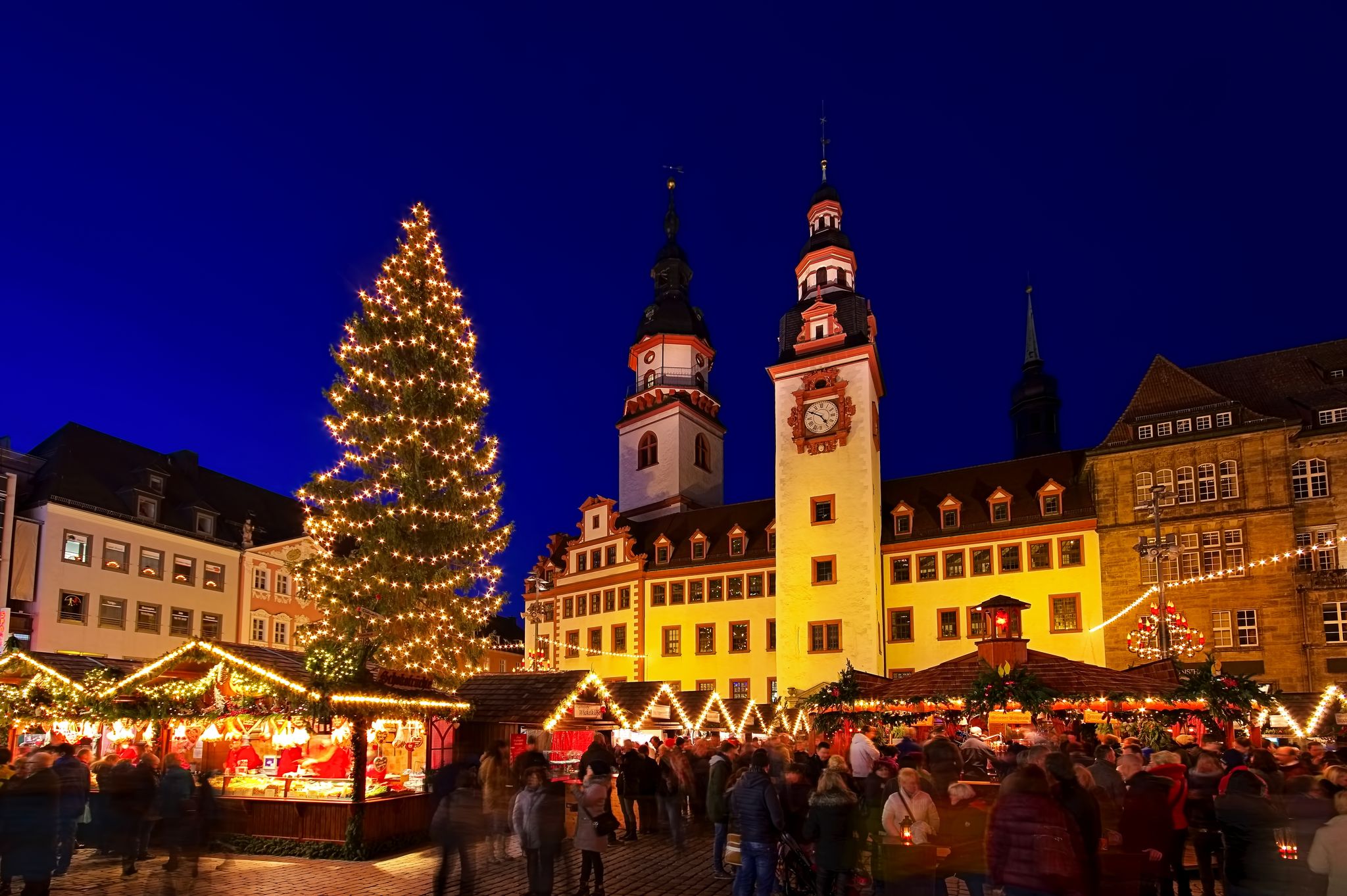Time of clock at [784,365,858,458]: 4:50
